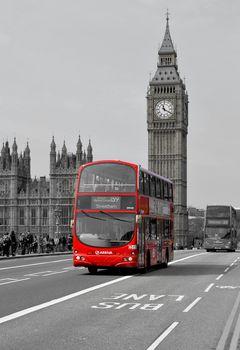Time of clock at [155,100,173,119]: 11:19
